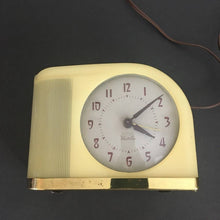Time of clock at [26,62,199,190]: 4:08
